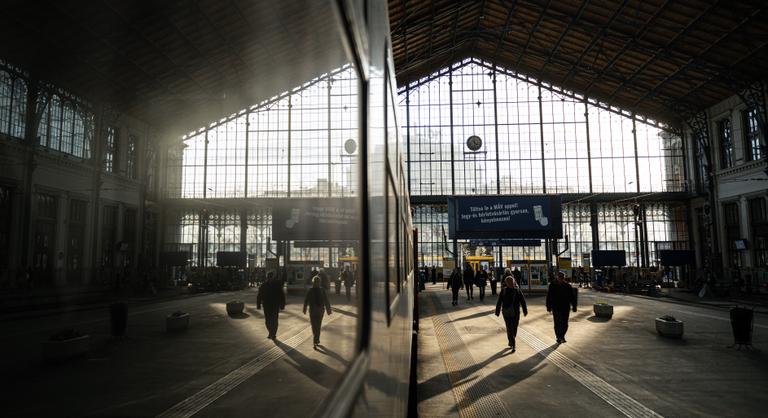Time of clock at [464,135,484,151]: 4:29
